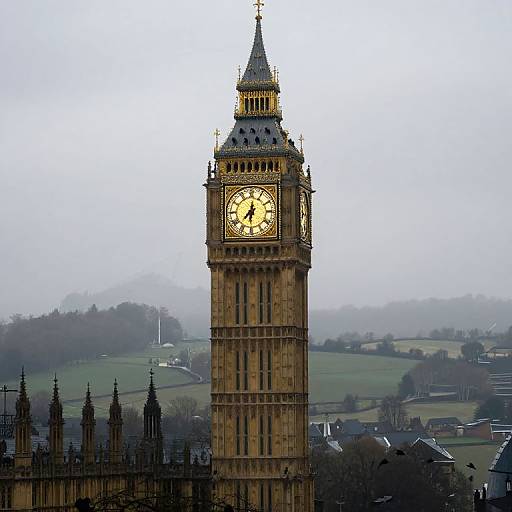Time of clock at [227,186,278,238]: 7:31
